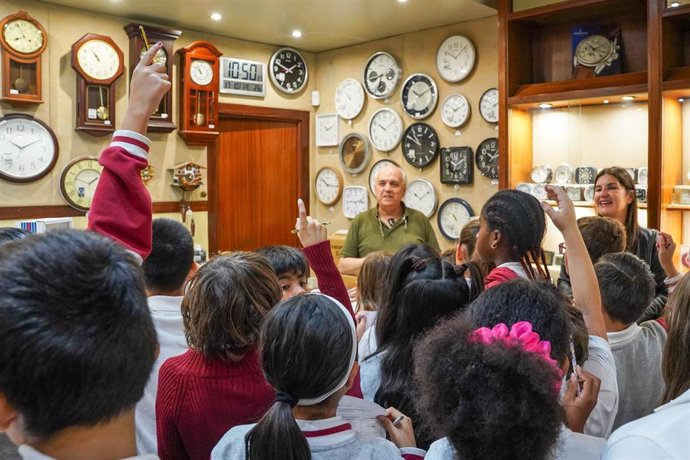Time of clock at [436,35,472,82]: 10:07
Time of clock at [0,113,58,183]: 10:10
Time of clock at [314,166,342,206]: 10:15
